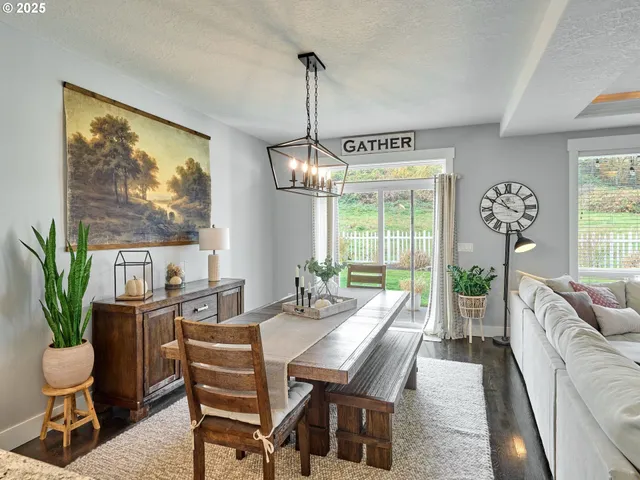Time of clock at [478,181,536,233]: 10:49
